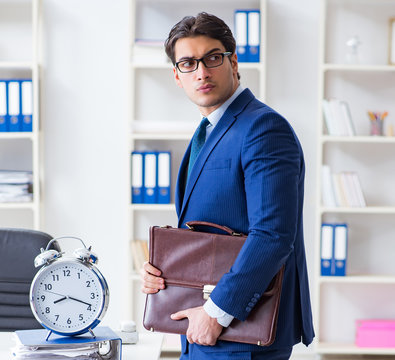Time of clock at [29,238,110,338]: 8:18
